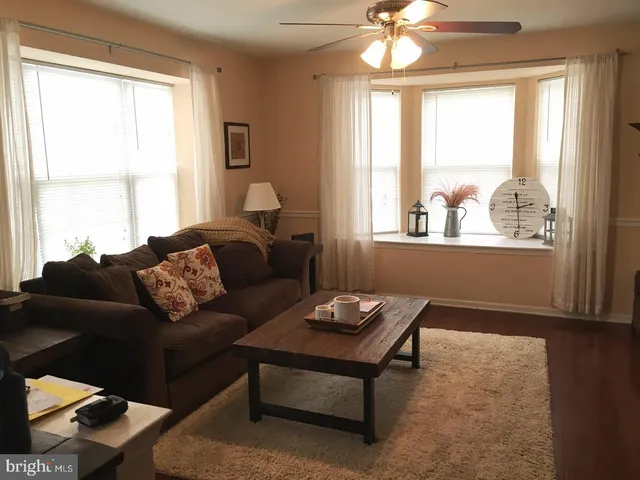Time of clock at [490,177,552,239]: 2:29
